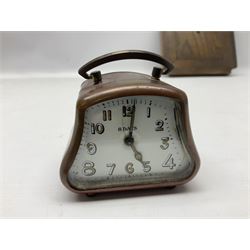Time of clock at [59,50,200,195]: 5:01
